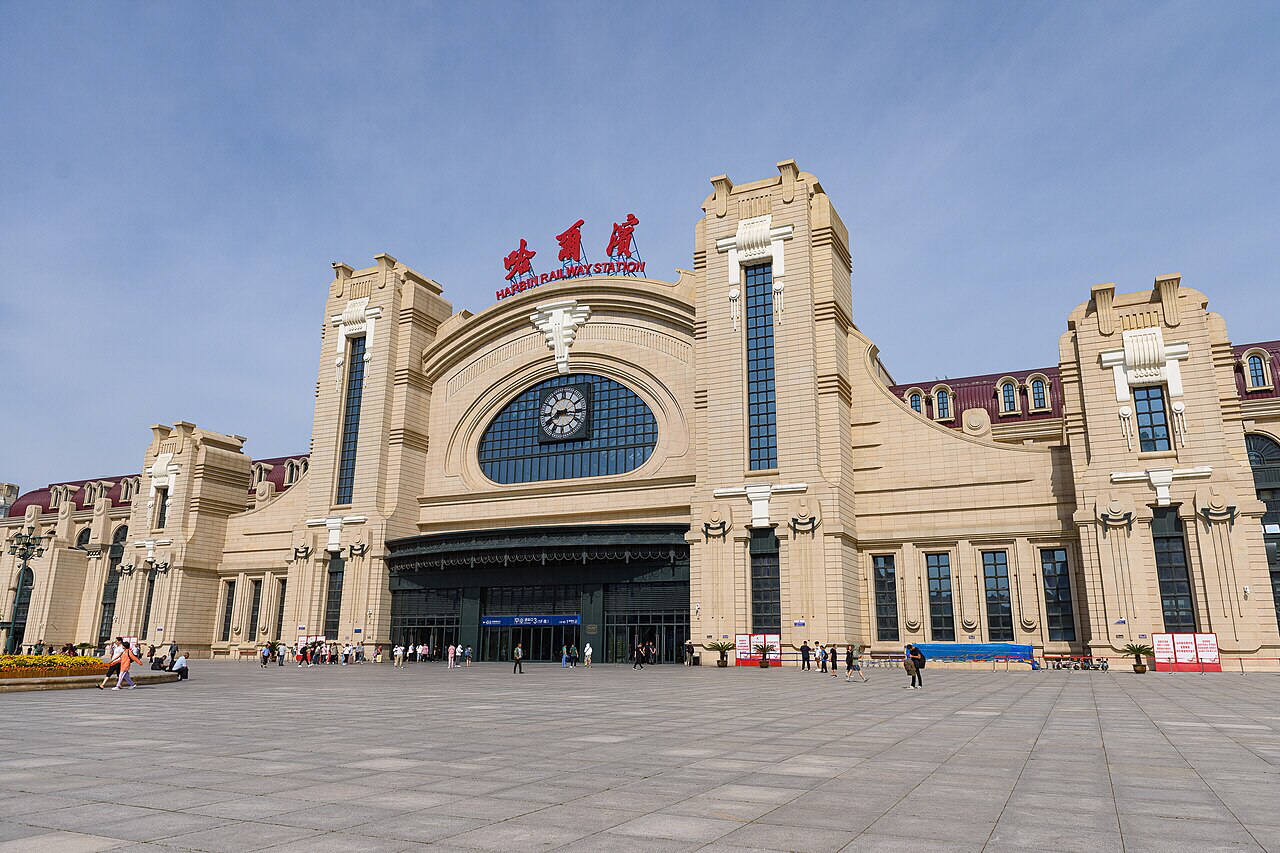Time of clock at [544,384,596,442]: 8:16
